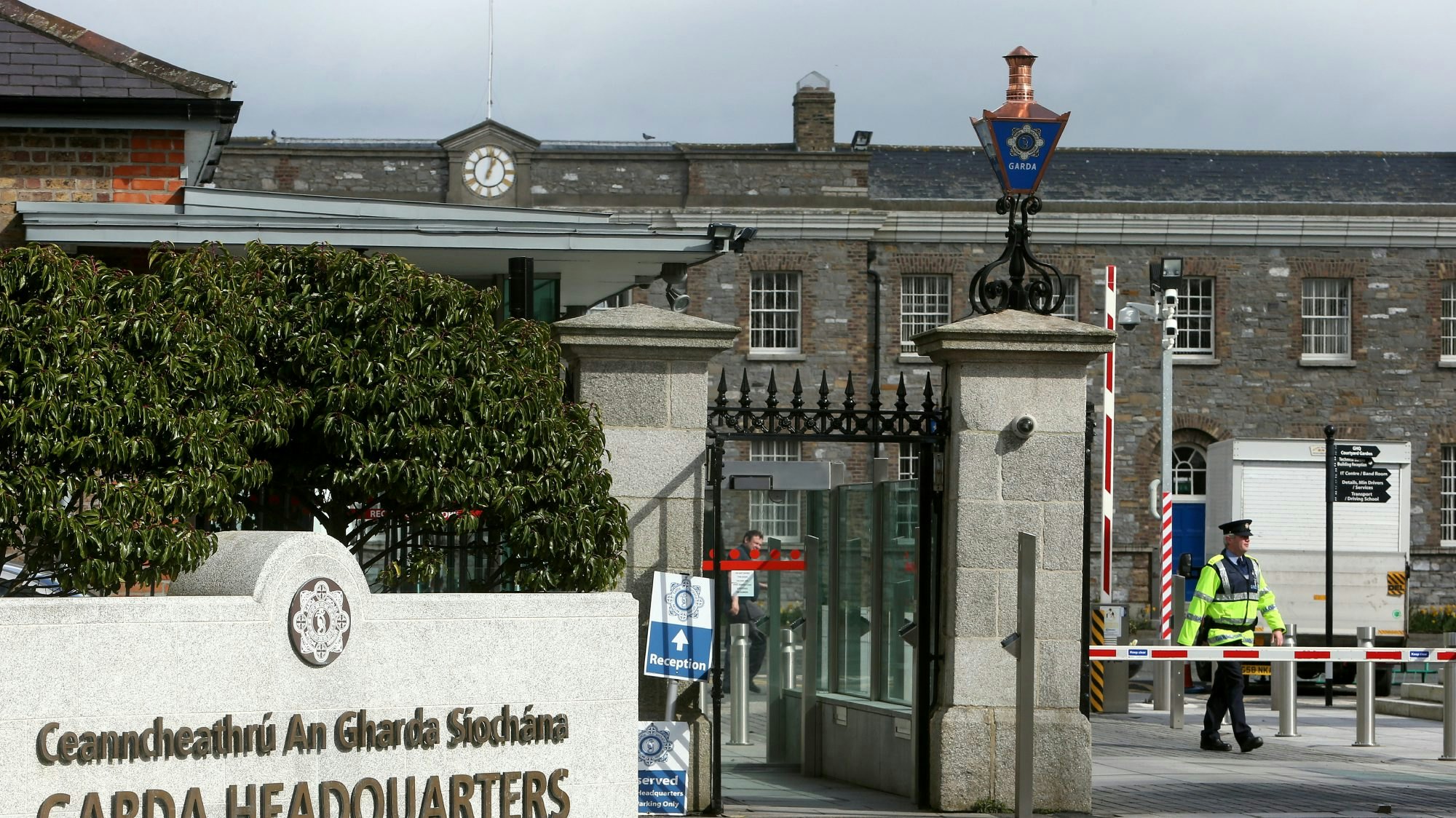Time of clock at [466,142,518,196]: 1:02
